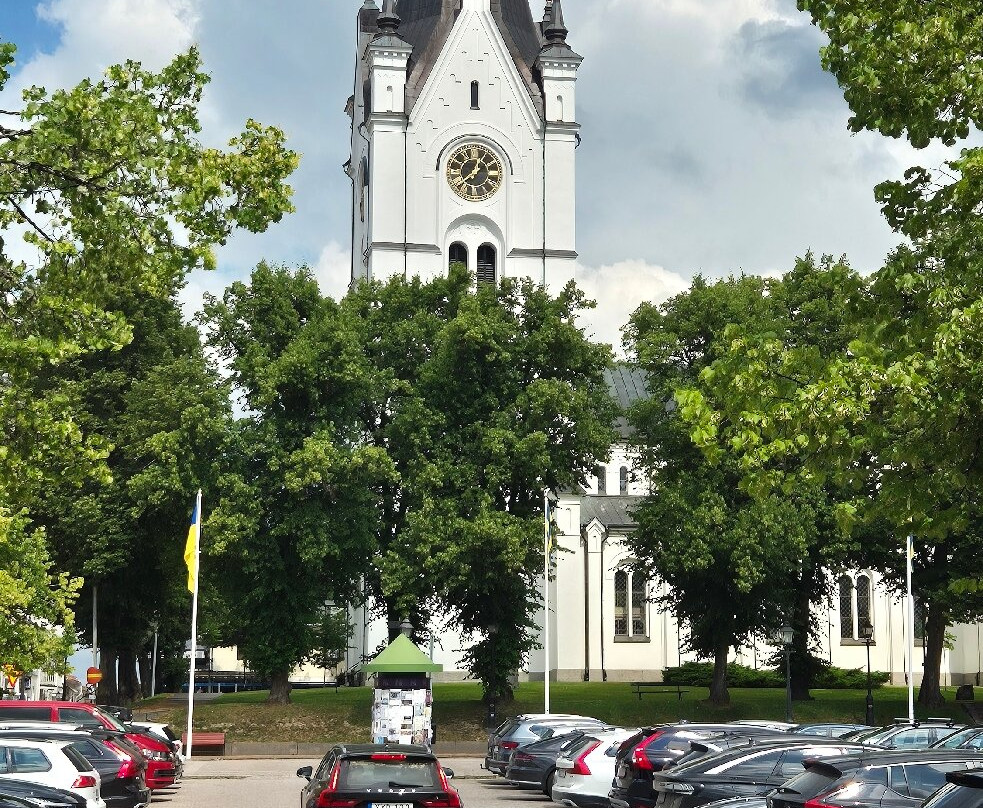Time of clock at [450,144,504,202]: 12:38
